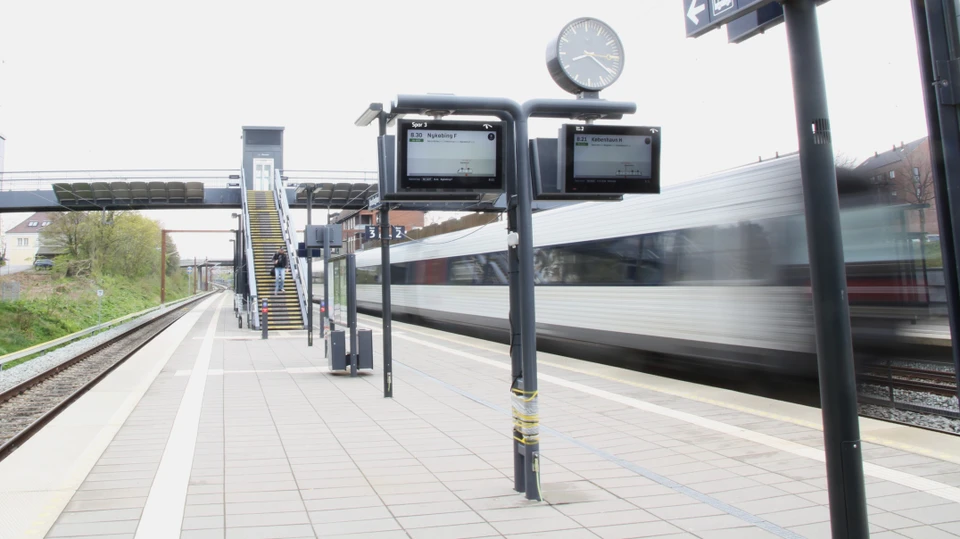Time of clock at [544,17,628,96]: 8:20
